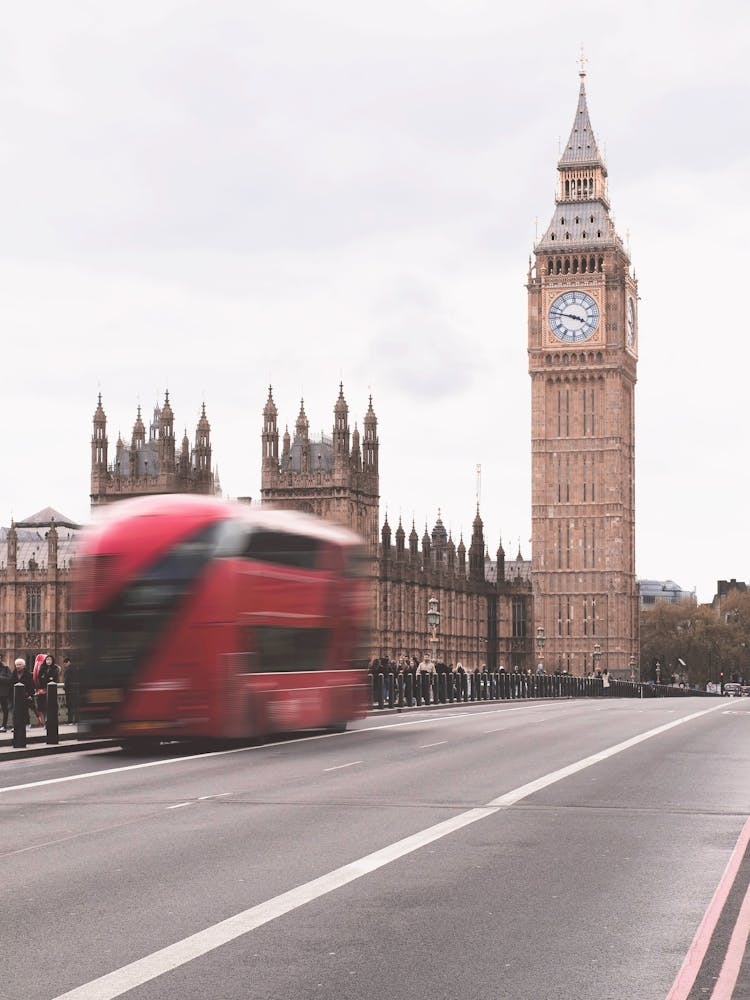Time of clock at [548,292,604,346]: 3:47
